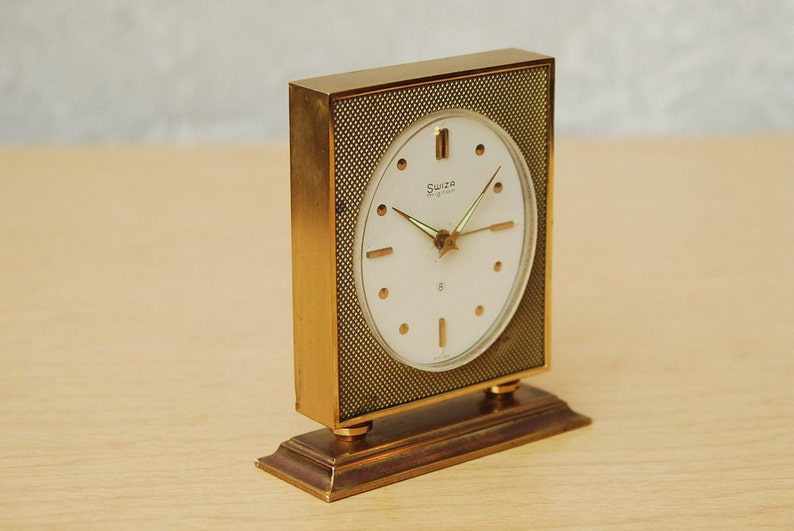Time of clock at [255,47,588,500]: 10:14
